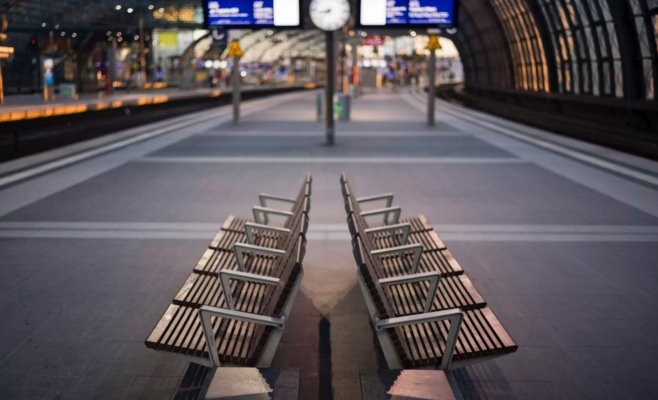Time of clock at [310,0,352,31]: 8:37
